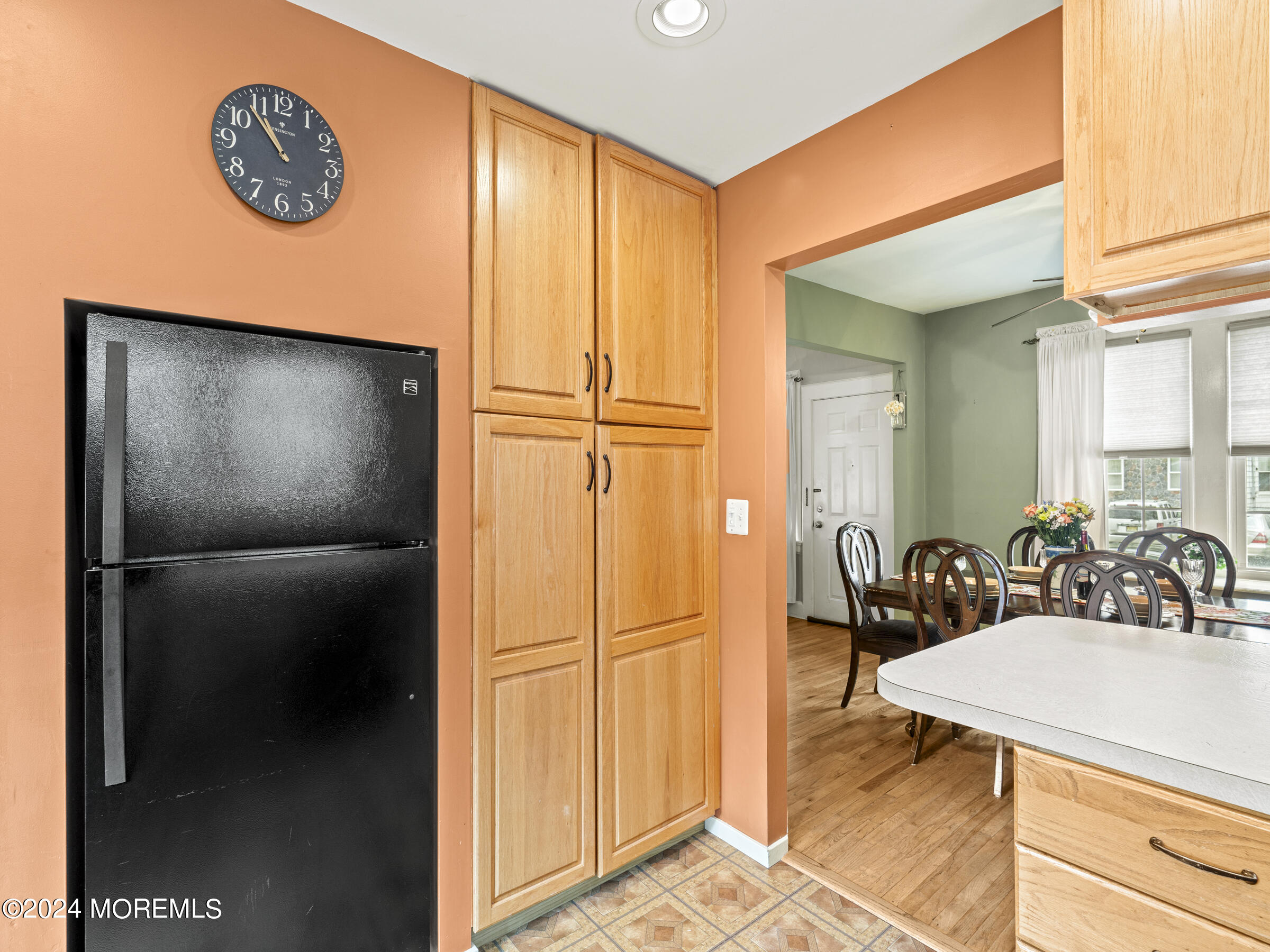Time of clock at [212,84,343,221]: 10:52
